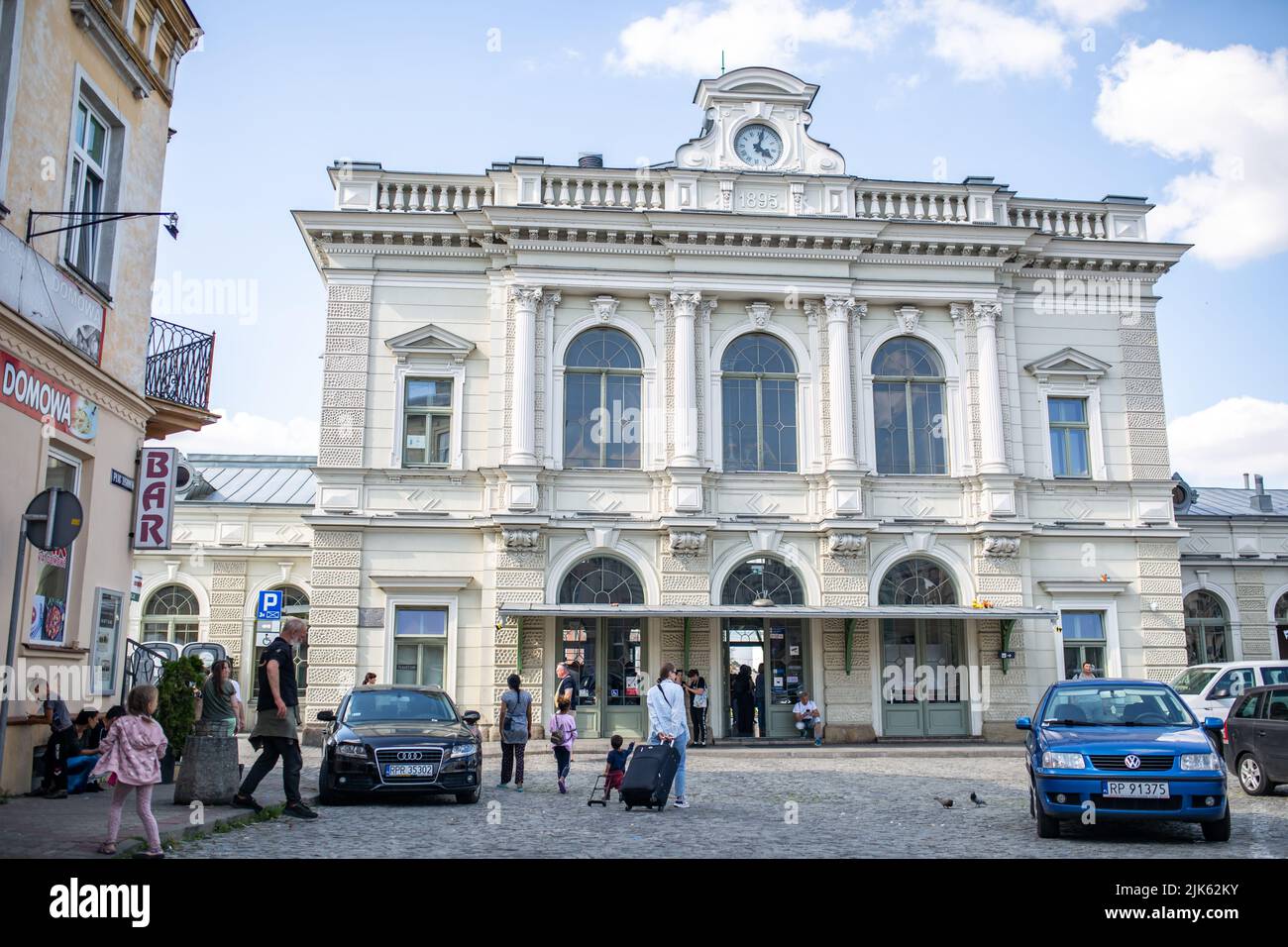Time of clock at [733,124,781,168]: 4:02
